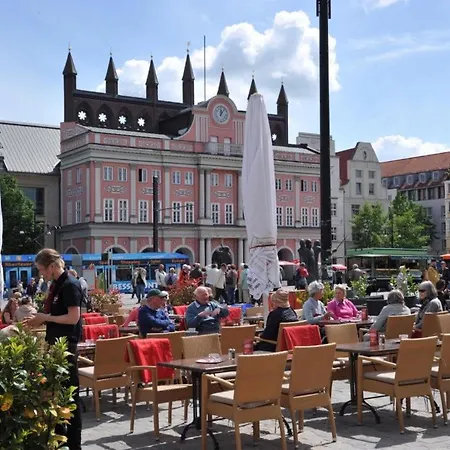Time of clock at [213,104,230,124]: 12:06
